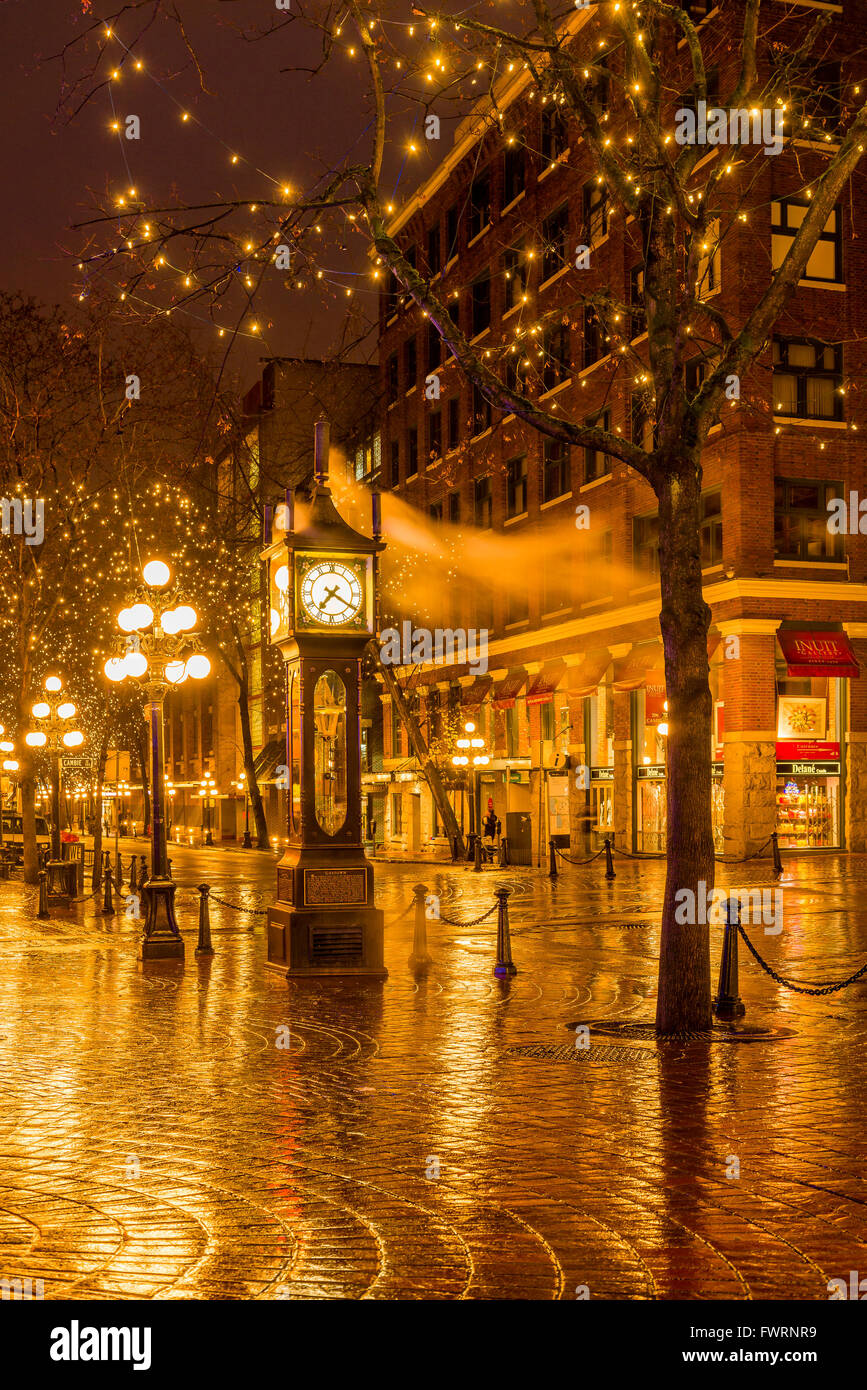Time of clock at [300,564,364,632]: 7:20
